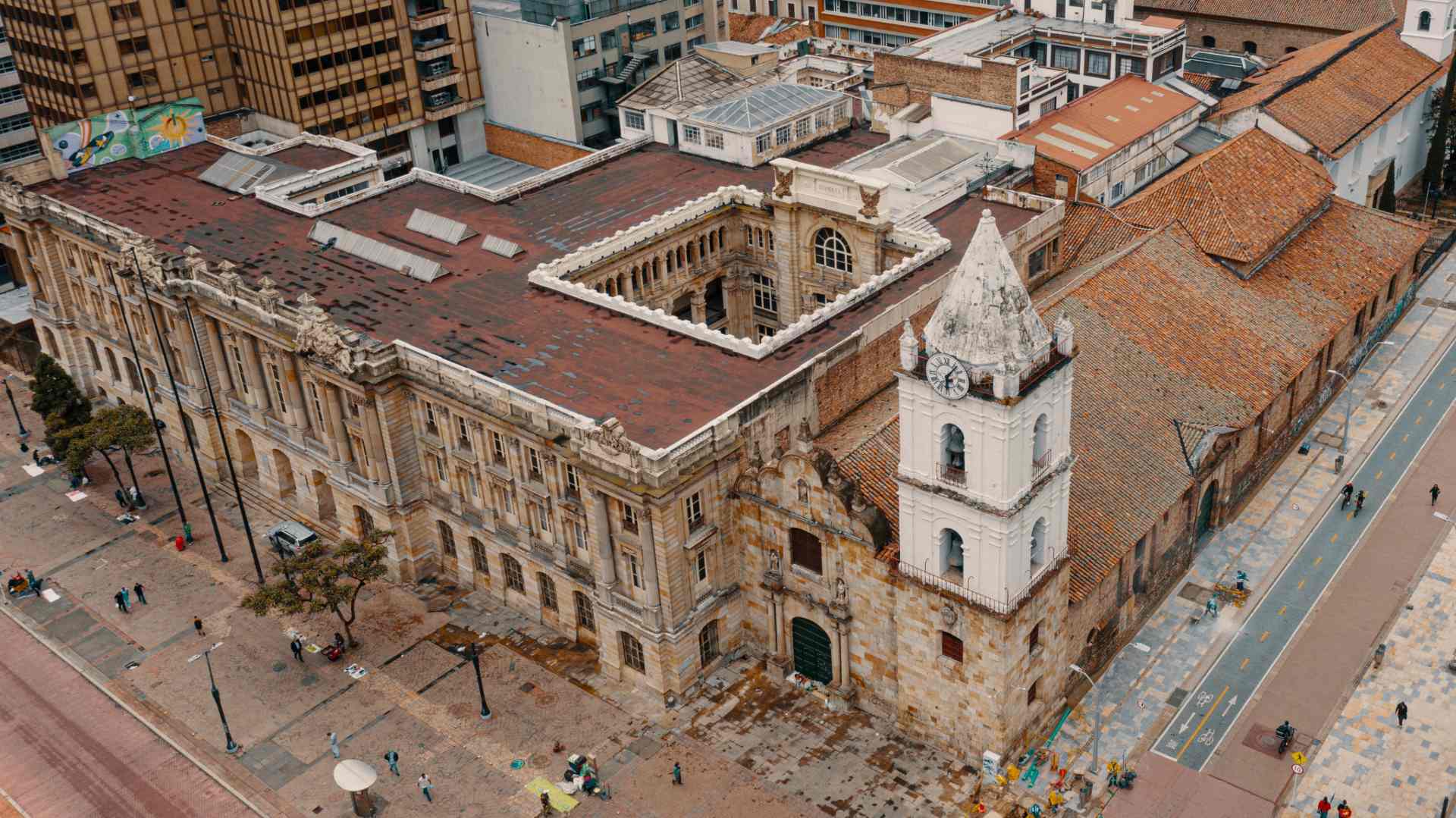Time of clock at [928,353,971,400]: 6:06
